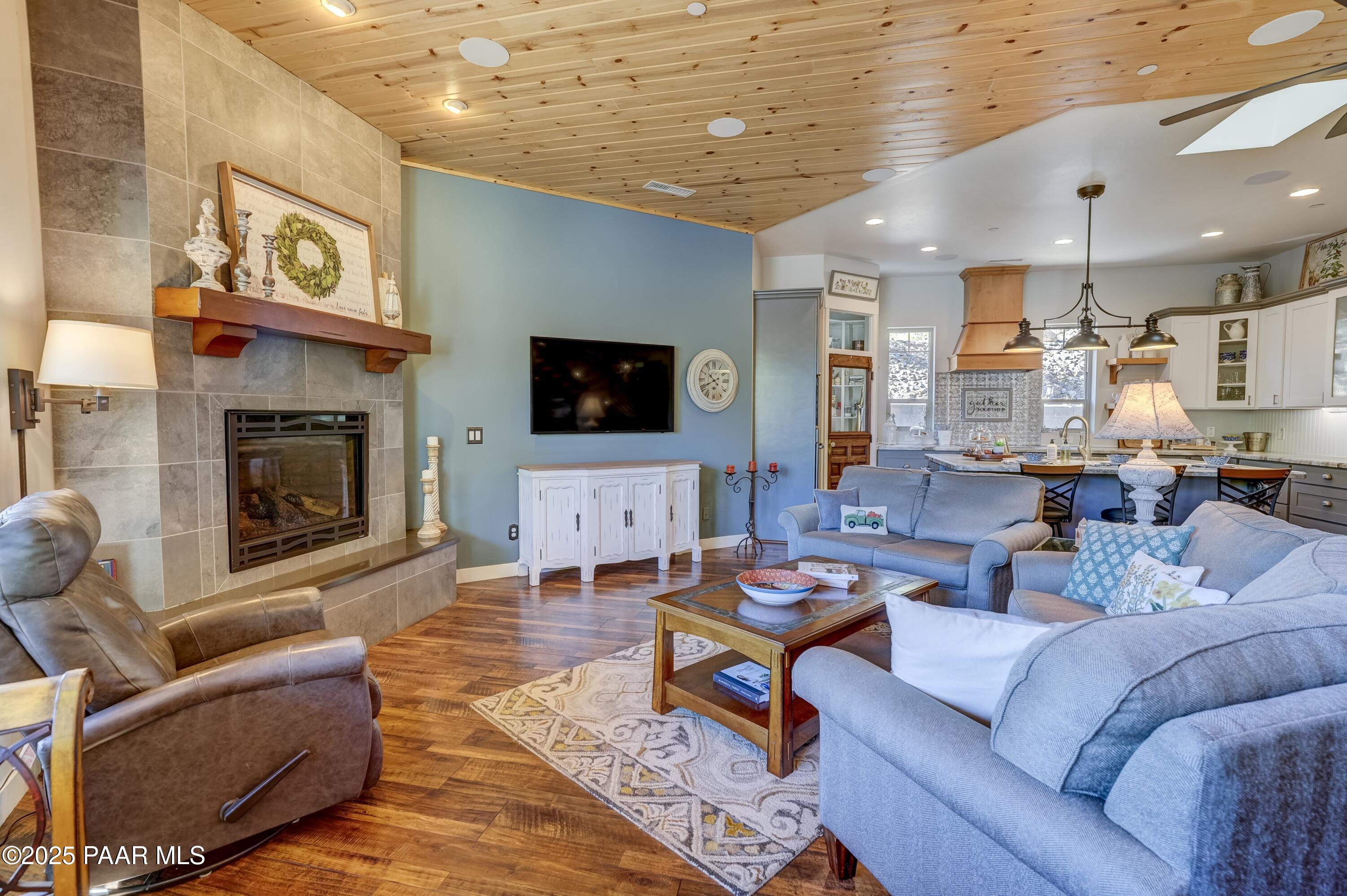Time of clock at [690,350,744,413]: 10:40
